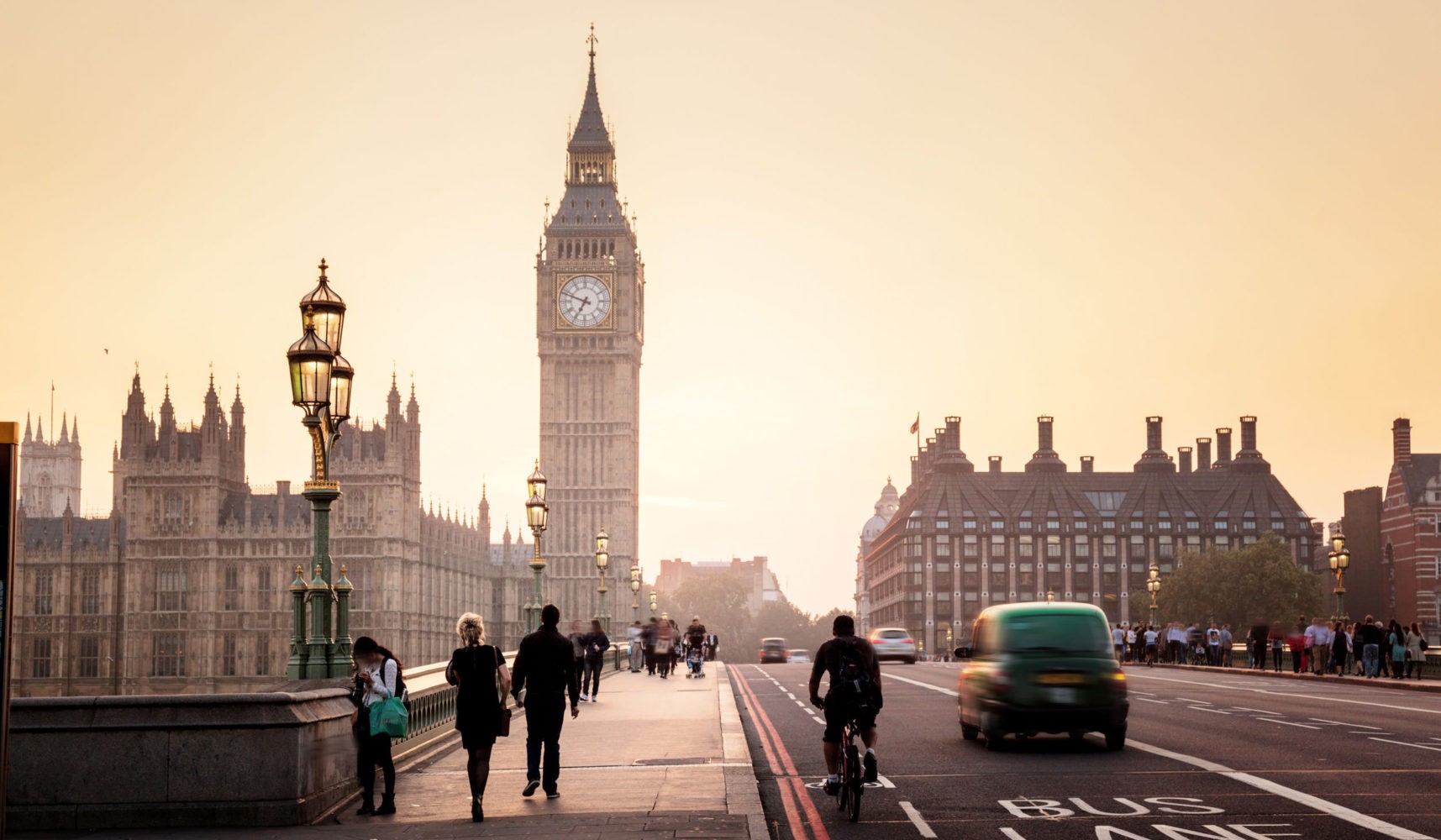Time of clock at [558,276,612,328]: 6:48
